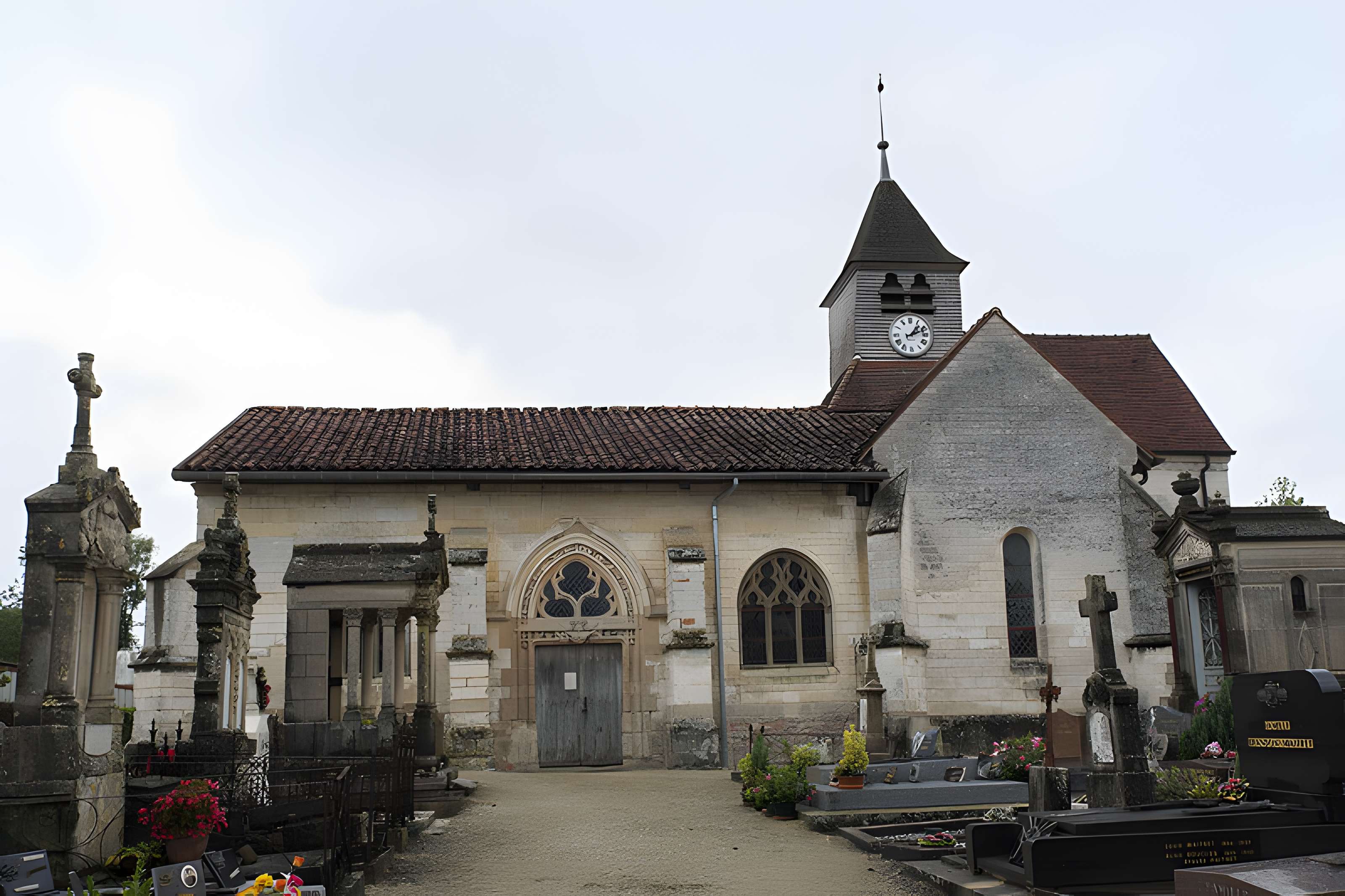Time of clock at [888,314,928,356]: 1:11
